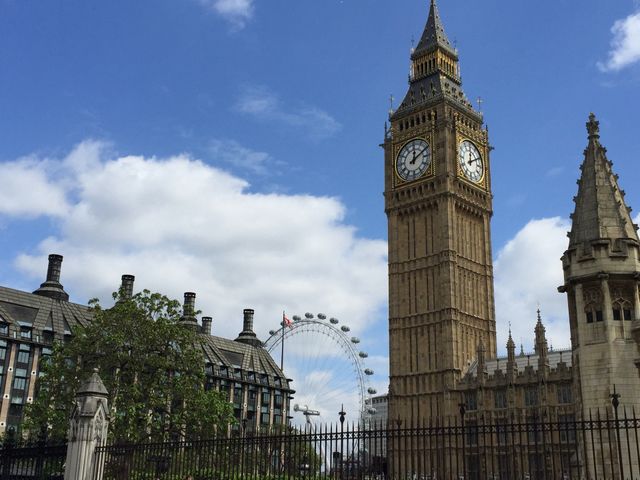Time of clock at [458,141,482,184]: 12:09
